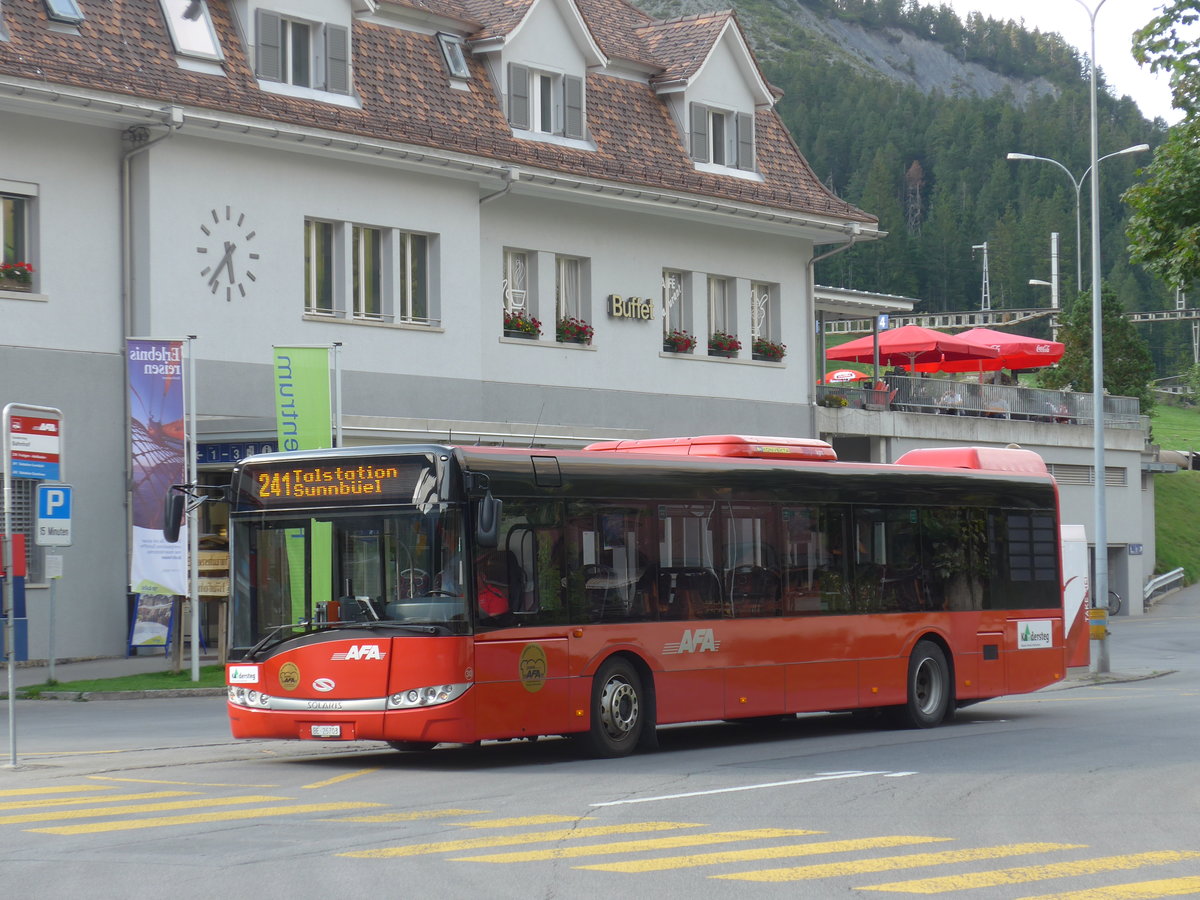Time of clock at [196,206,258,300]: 5:36
